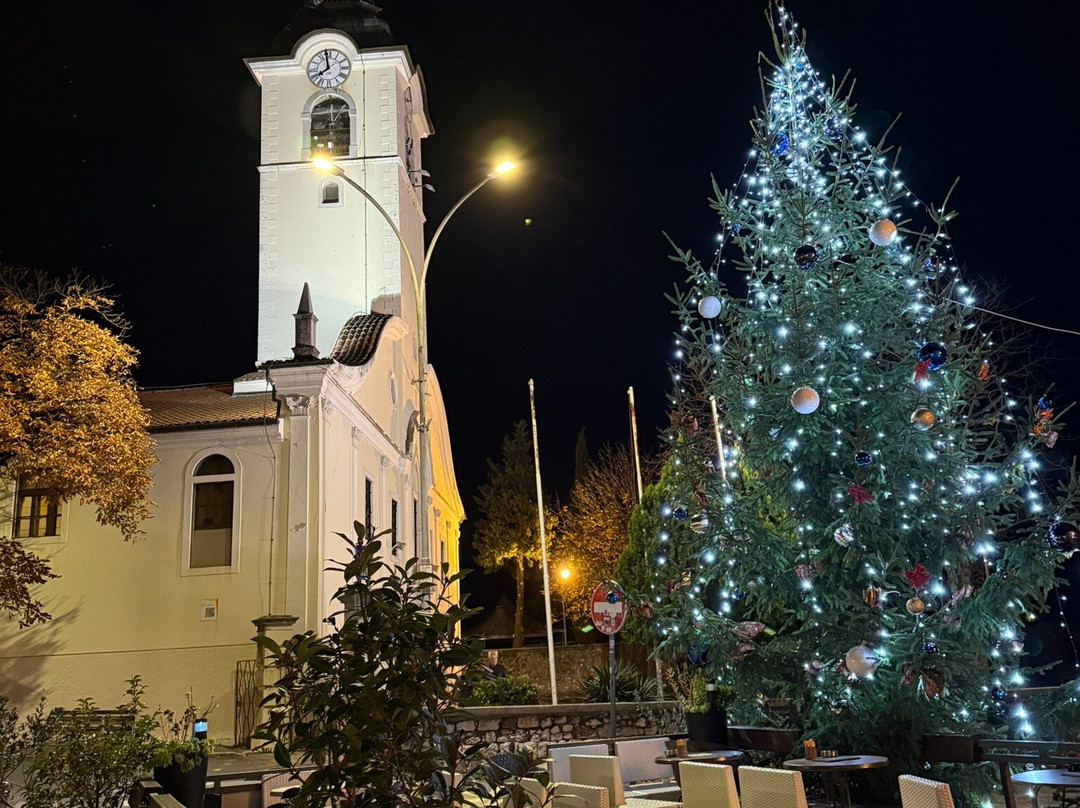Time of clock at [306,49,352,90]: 7:58
